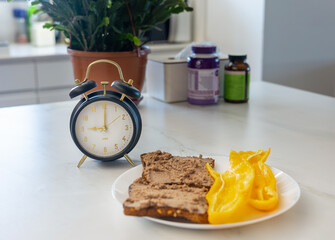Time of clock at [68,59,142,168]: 9:00
